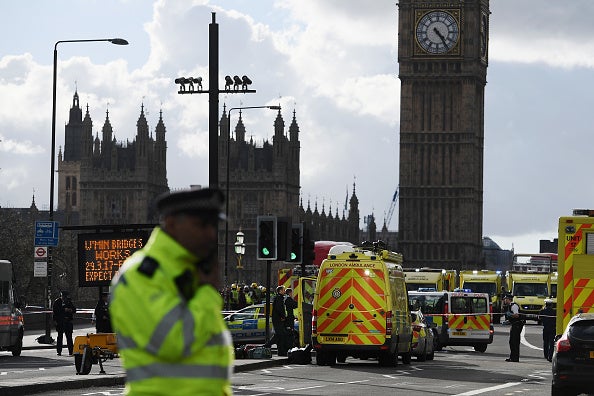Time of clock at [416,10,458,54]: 4:24
